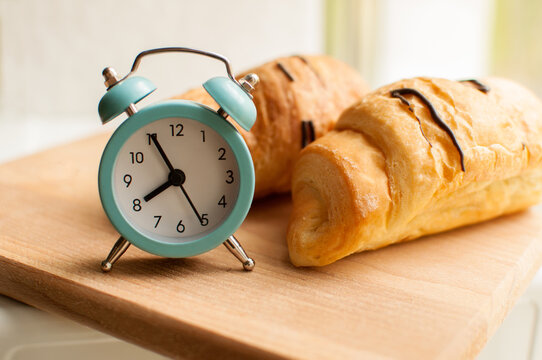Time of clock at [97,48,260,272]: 7:55
